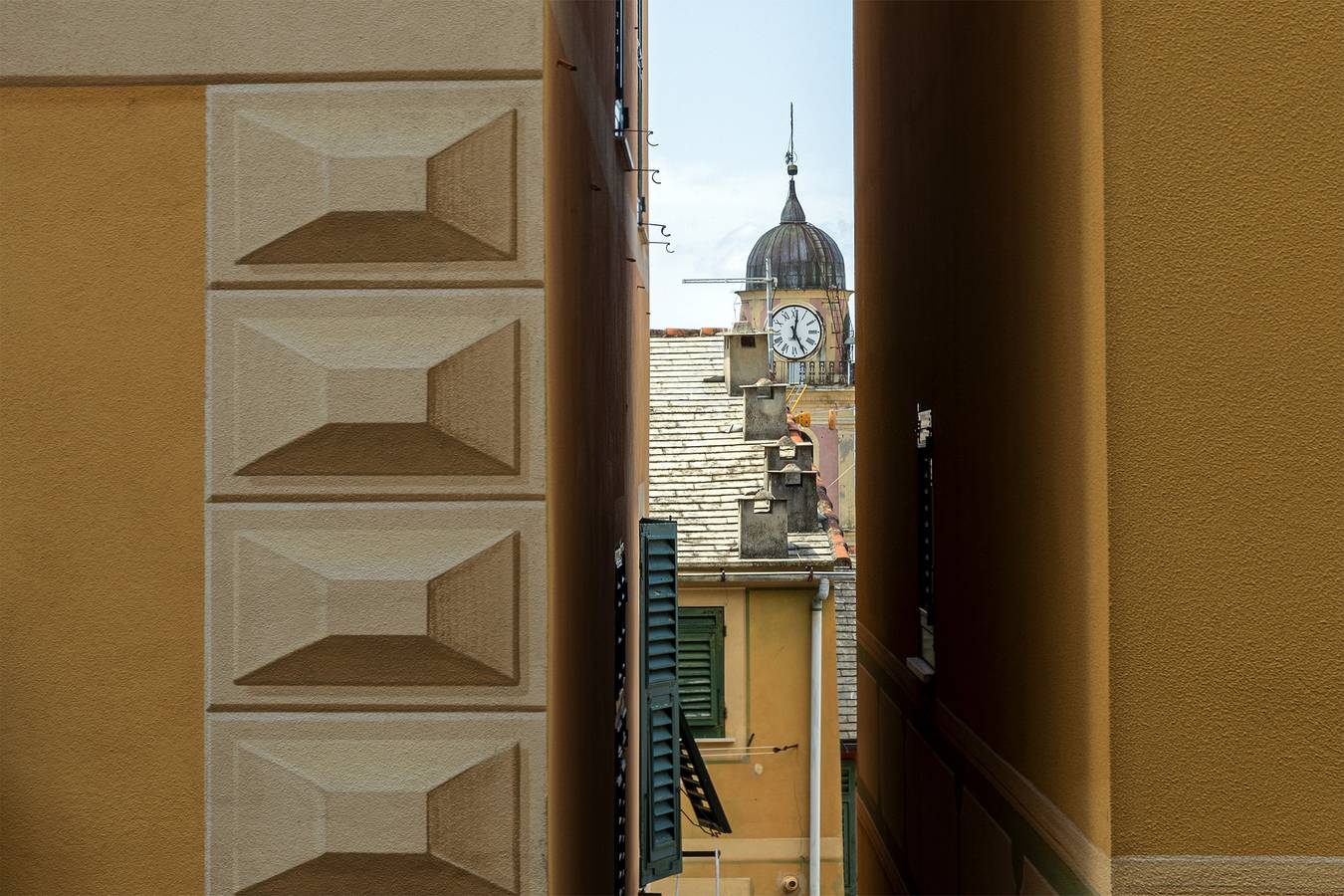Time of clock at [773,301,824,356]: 5:01
